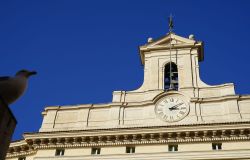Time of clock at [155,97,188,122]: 3:09
